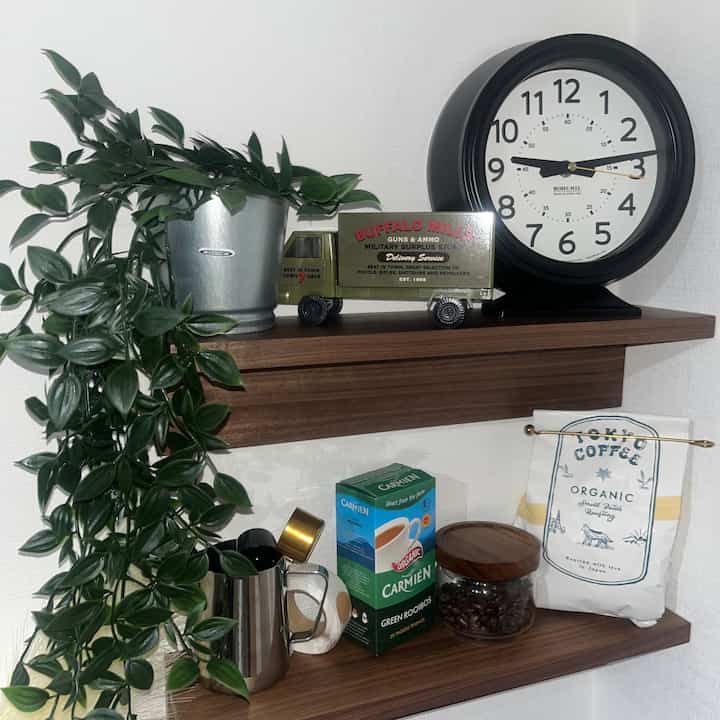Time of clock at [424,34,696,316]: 9:13
